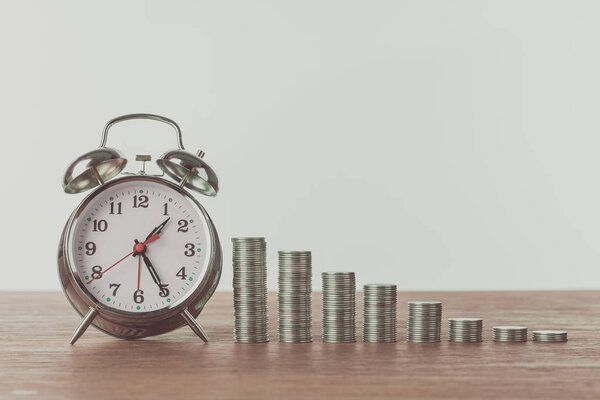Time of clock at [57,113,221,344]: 1:24
